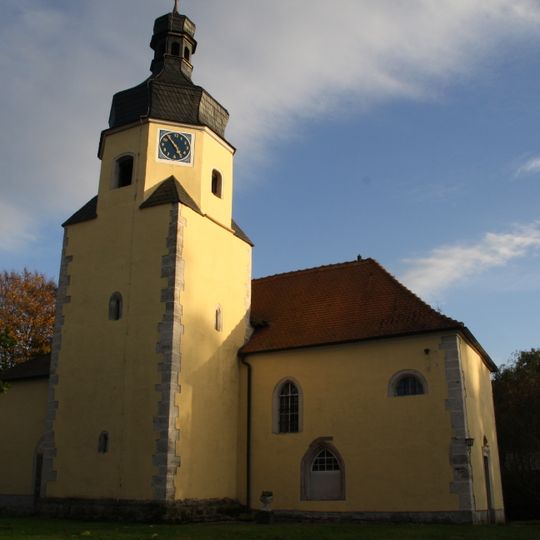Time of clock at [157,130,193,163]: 4:52
